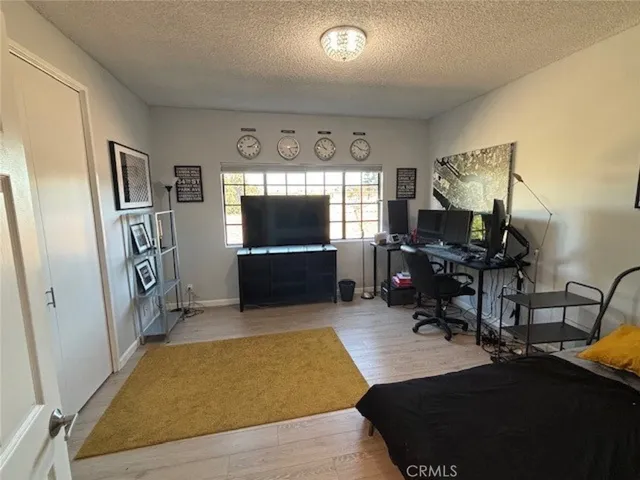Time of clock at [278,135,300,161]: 5:14
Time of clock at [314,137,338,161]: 10:48
